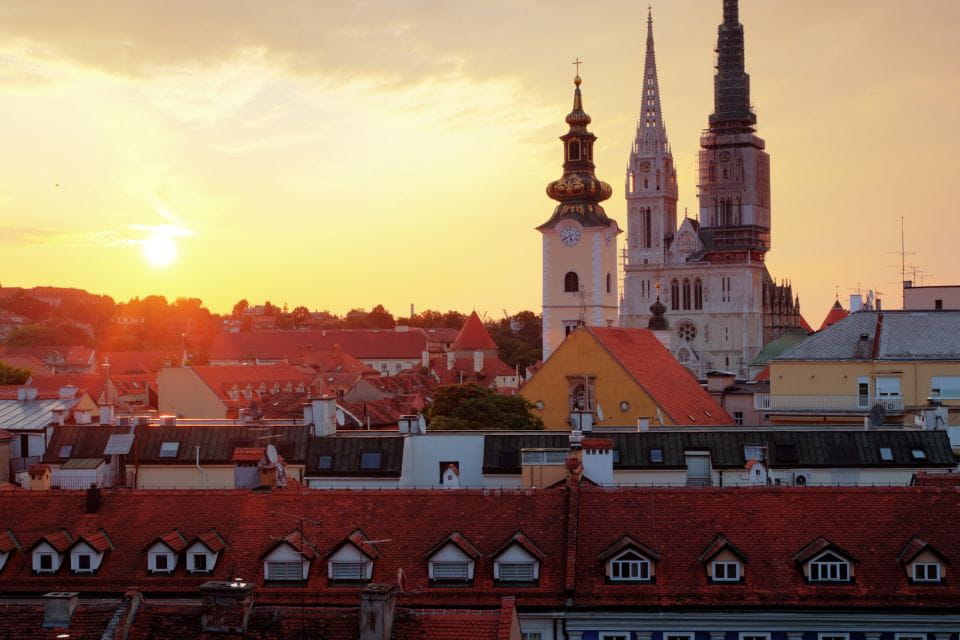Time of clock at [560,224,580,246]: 5:40
